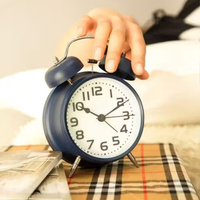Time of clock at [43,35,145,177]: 10:10
